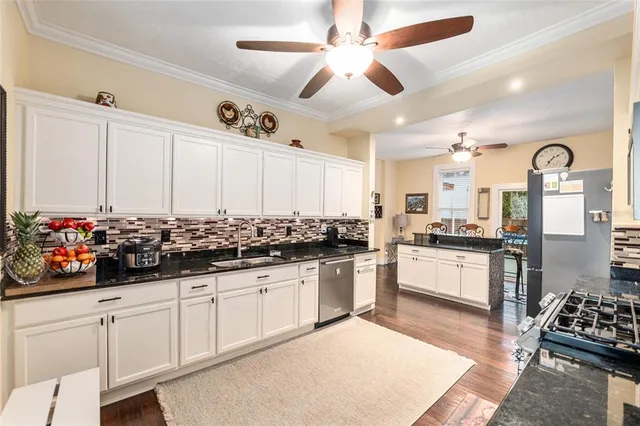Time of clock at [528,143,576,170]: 7:10
